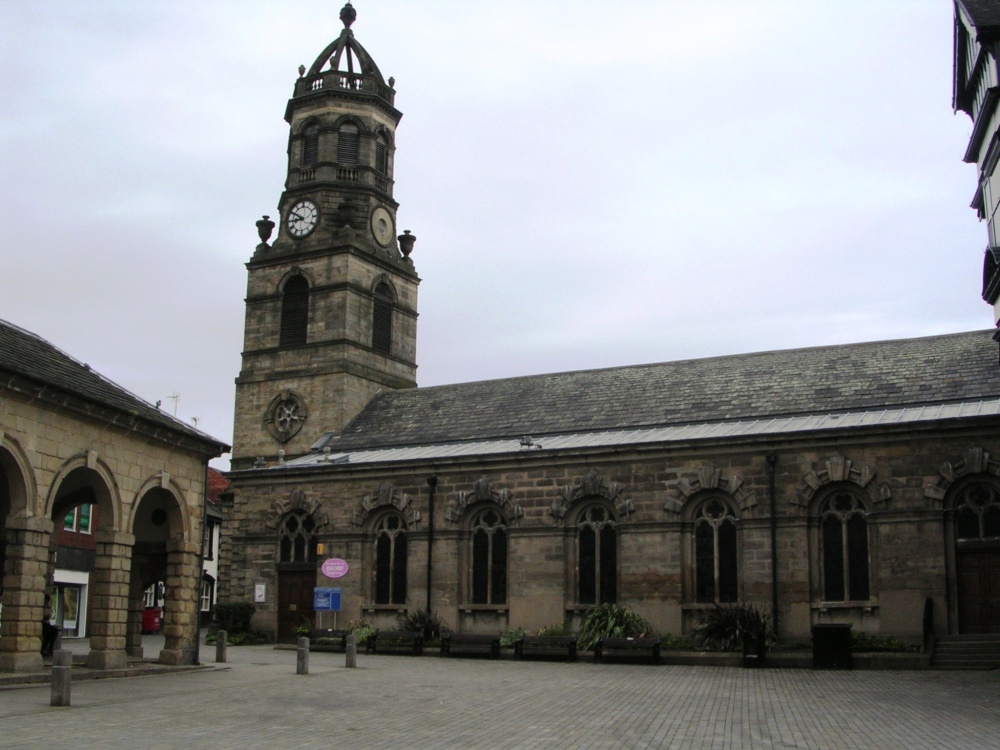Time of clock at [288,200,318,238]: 8:50
